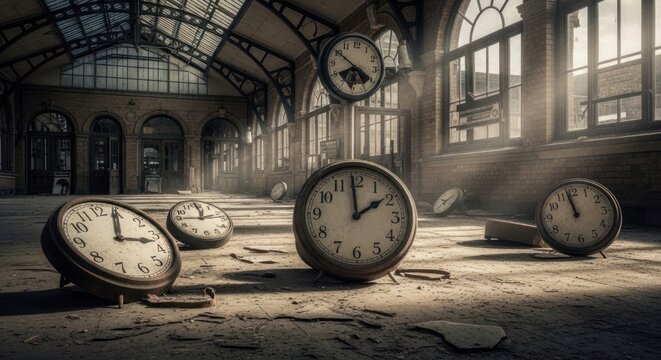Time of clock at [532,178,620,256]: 11:58
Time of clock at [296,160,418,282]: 1:59
